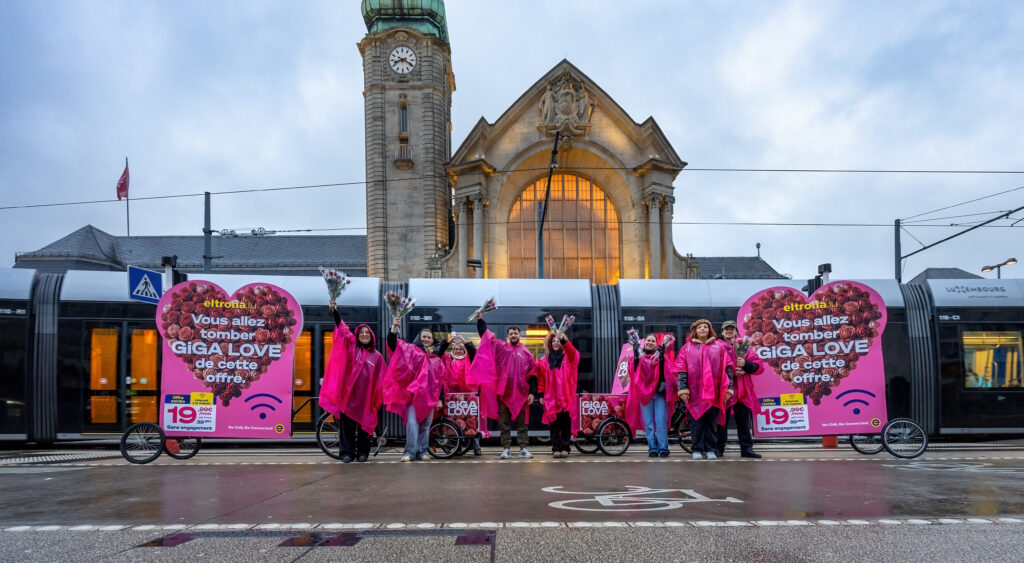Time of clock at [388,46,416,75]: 8:19
